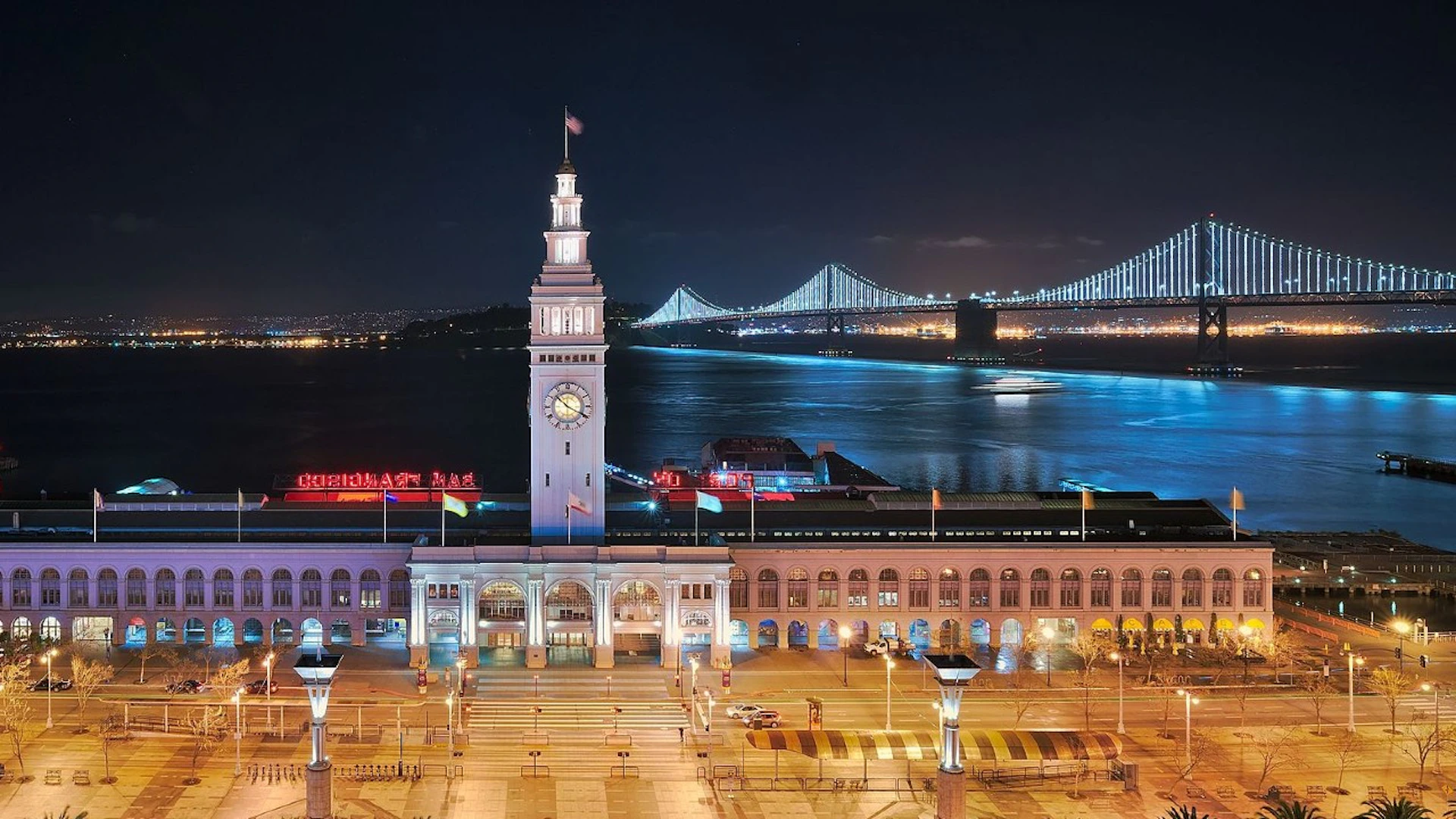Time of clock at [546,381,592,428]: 10:19
